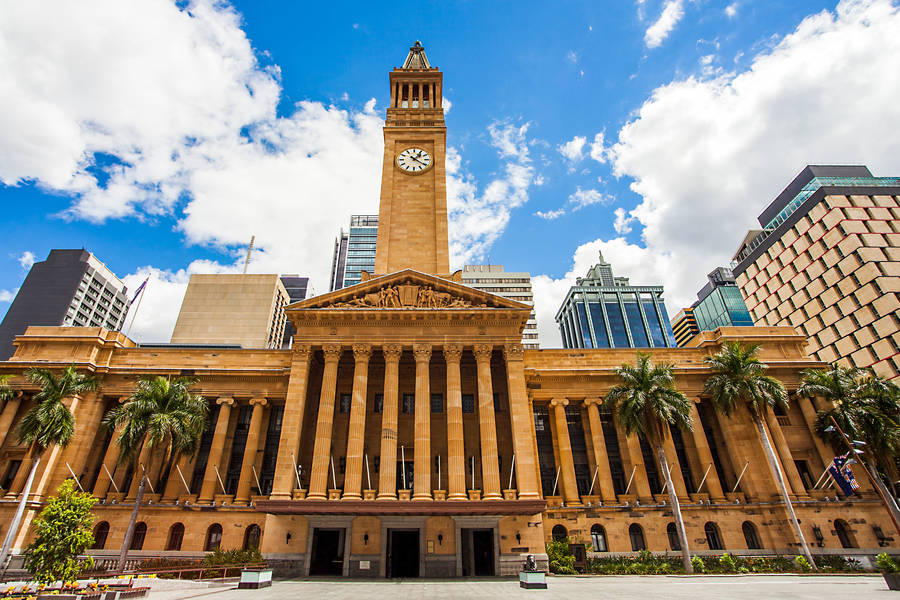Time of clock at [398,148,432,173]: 1:20
